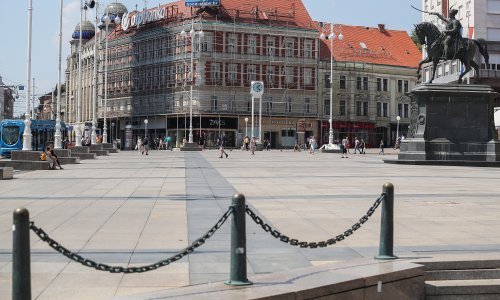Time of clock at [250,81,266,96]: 1:22
